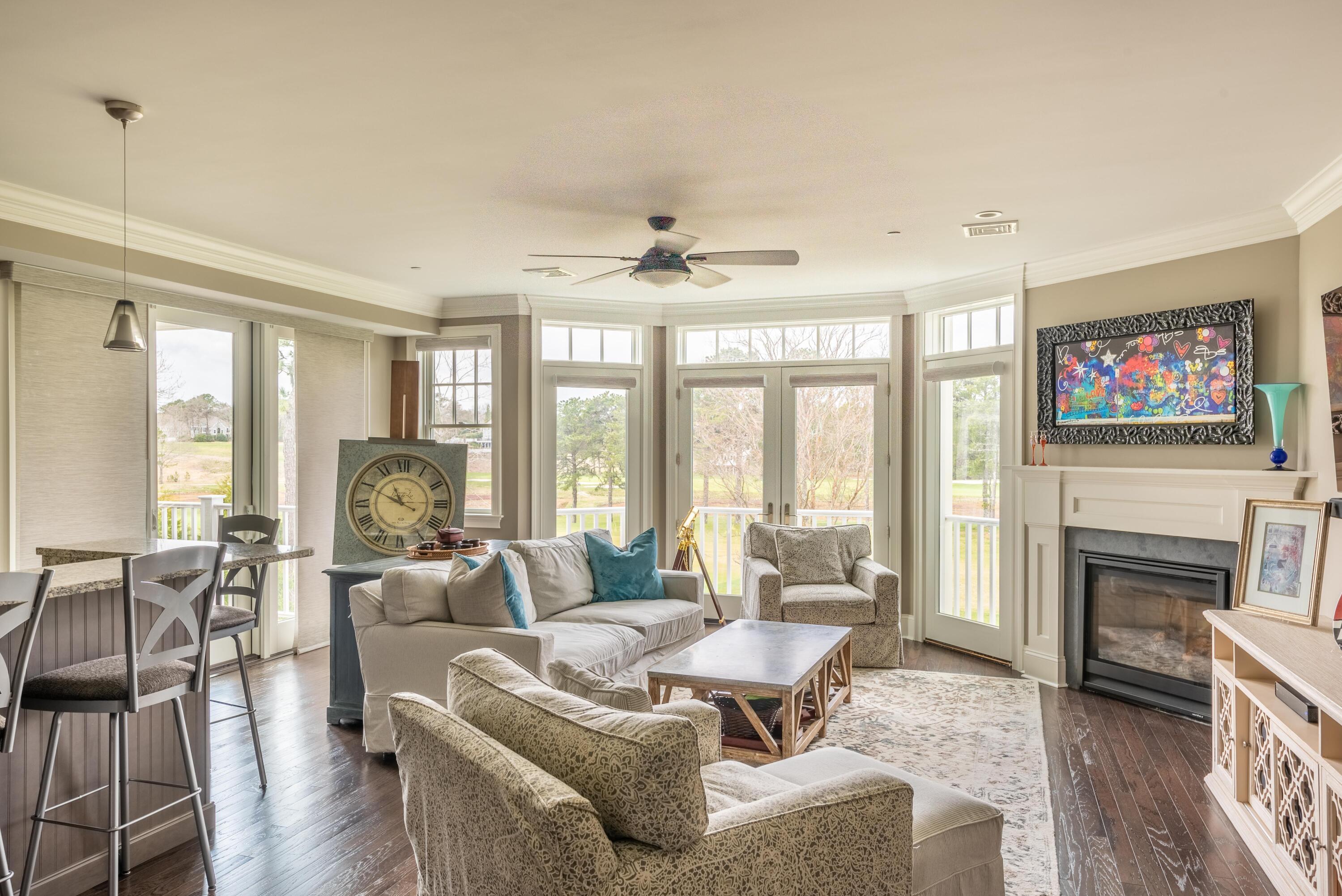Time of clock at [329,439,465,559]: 10:49
